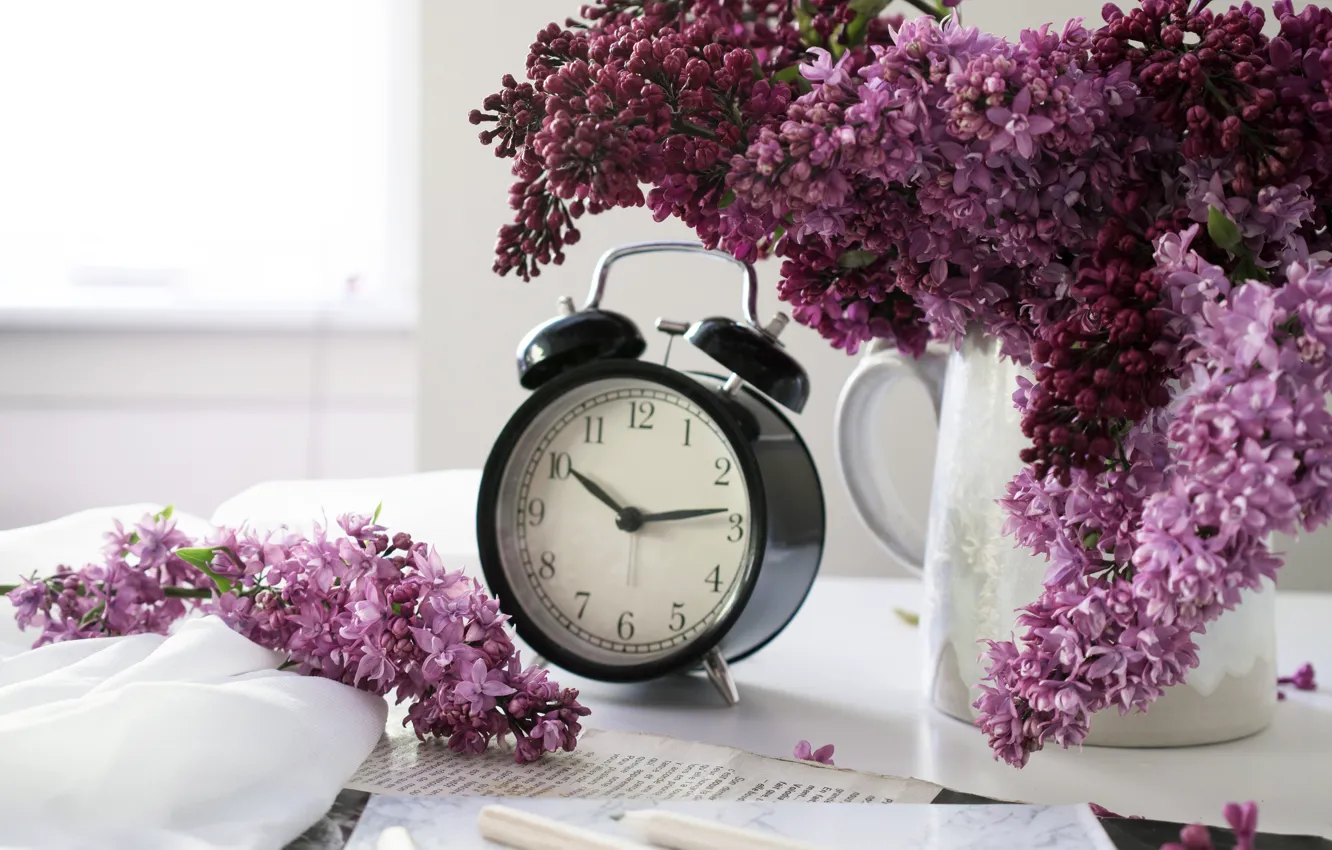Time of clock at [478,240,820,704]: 10:13
